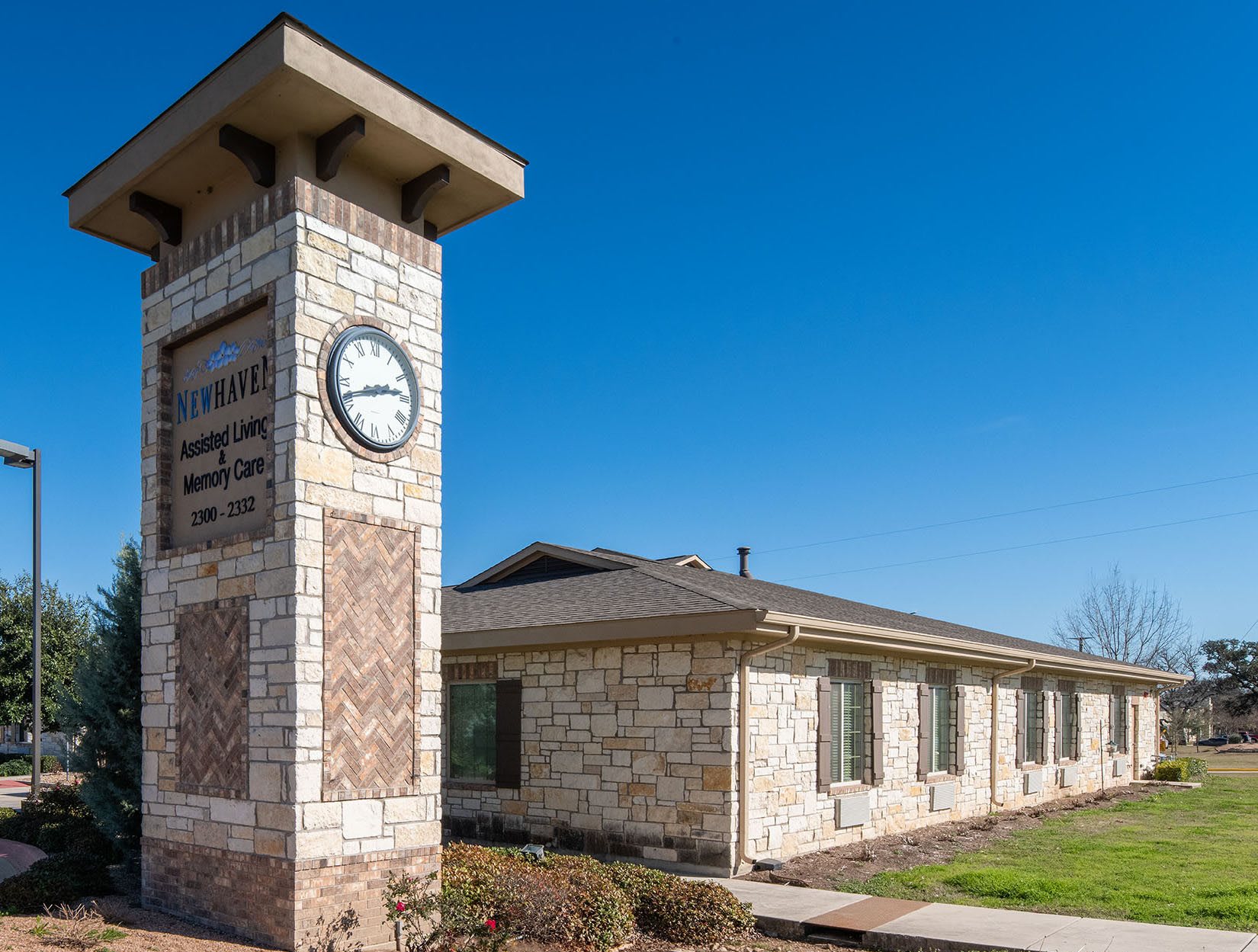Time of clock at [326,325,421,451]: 2:41
